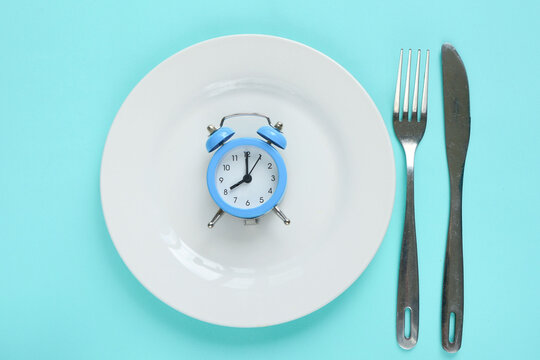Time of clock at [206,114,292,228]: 8:00
